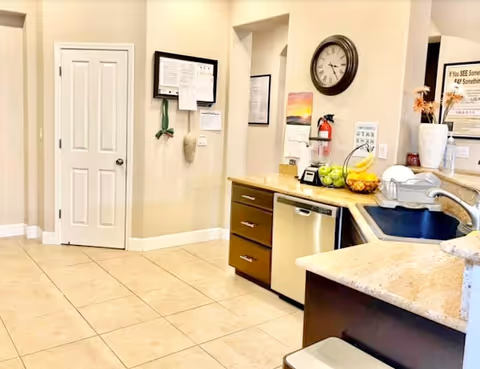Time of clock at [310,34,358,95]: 3:24
